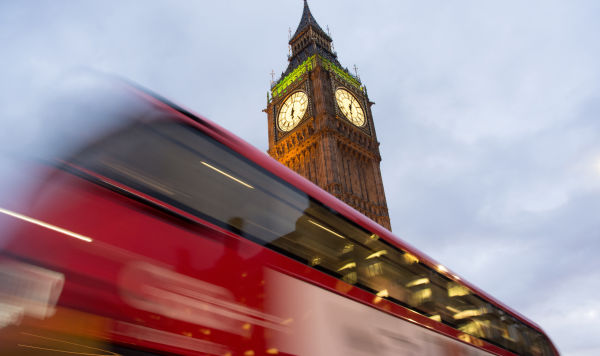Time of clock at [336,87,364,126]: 6:03
